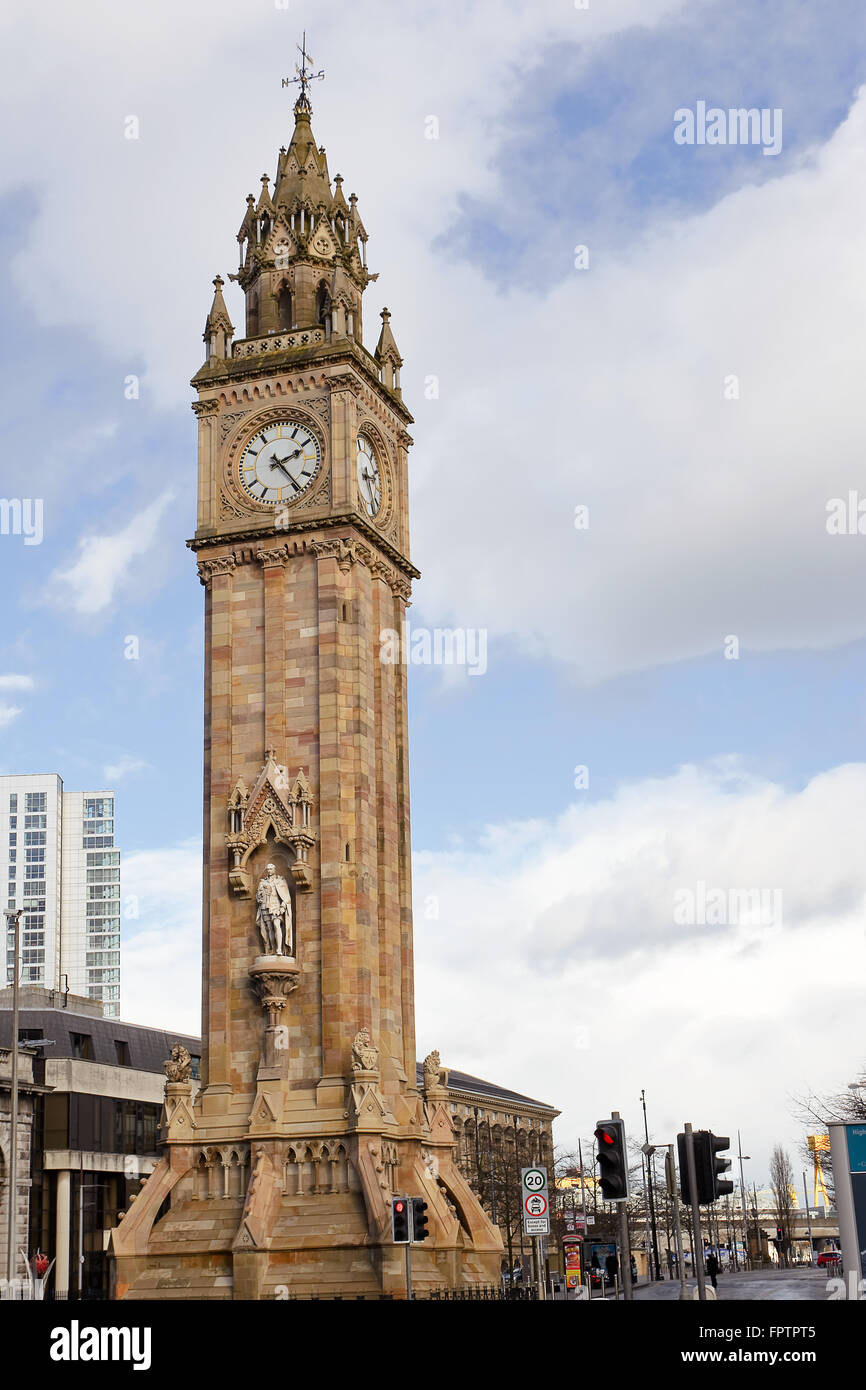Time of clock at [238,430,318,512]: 2:23
